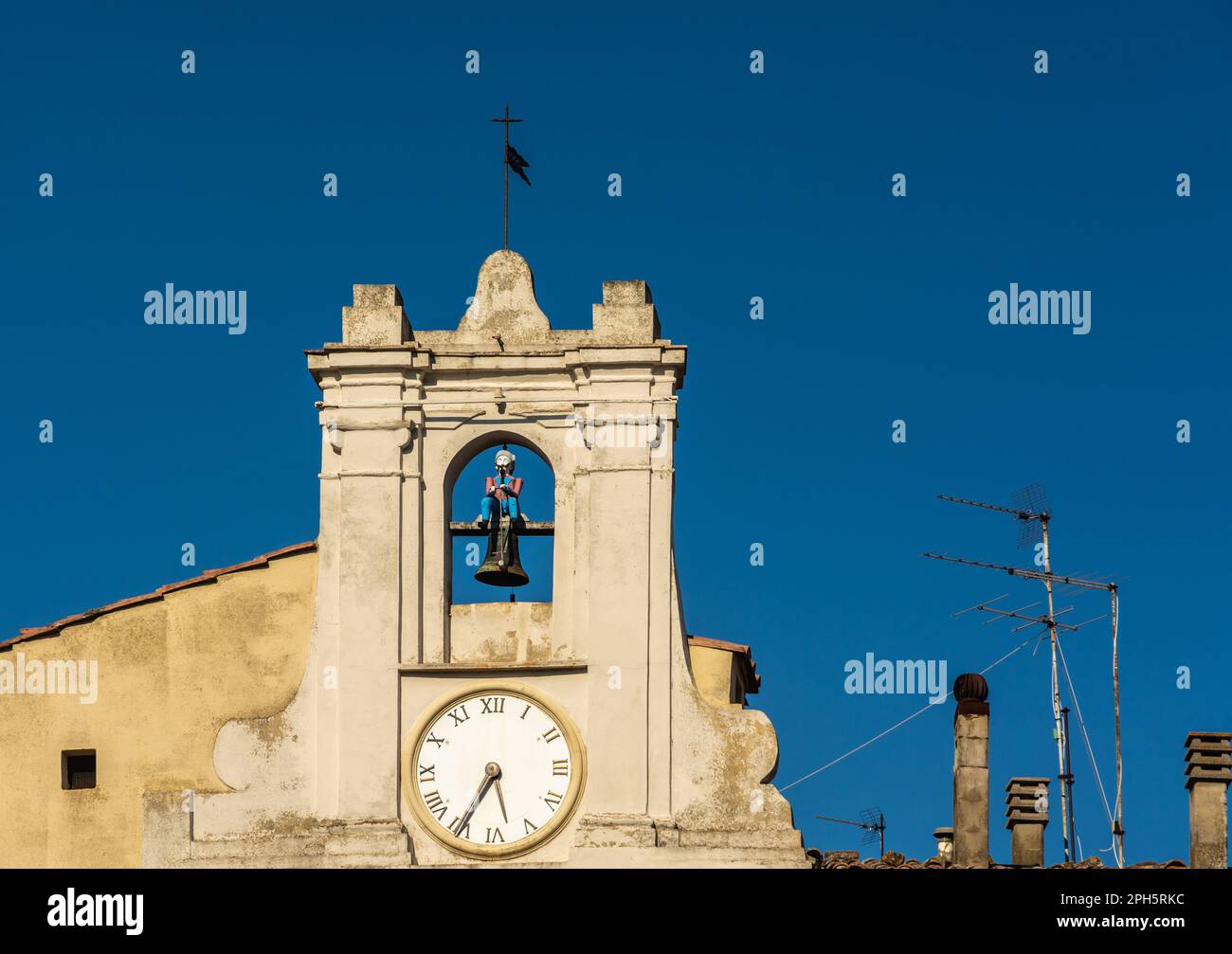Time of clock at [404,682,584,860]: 5:35
